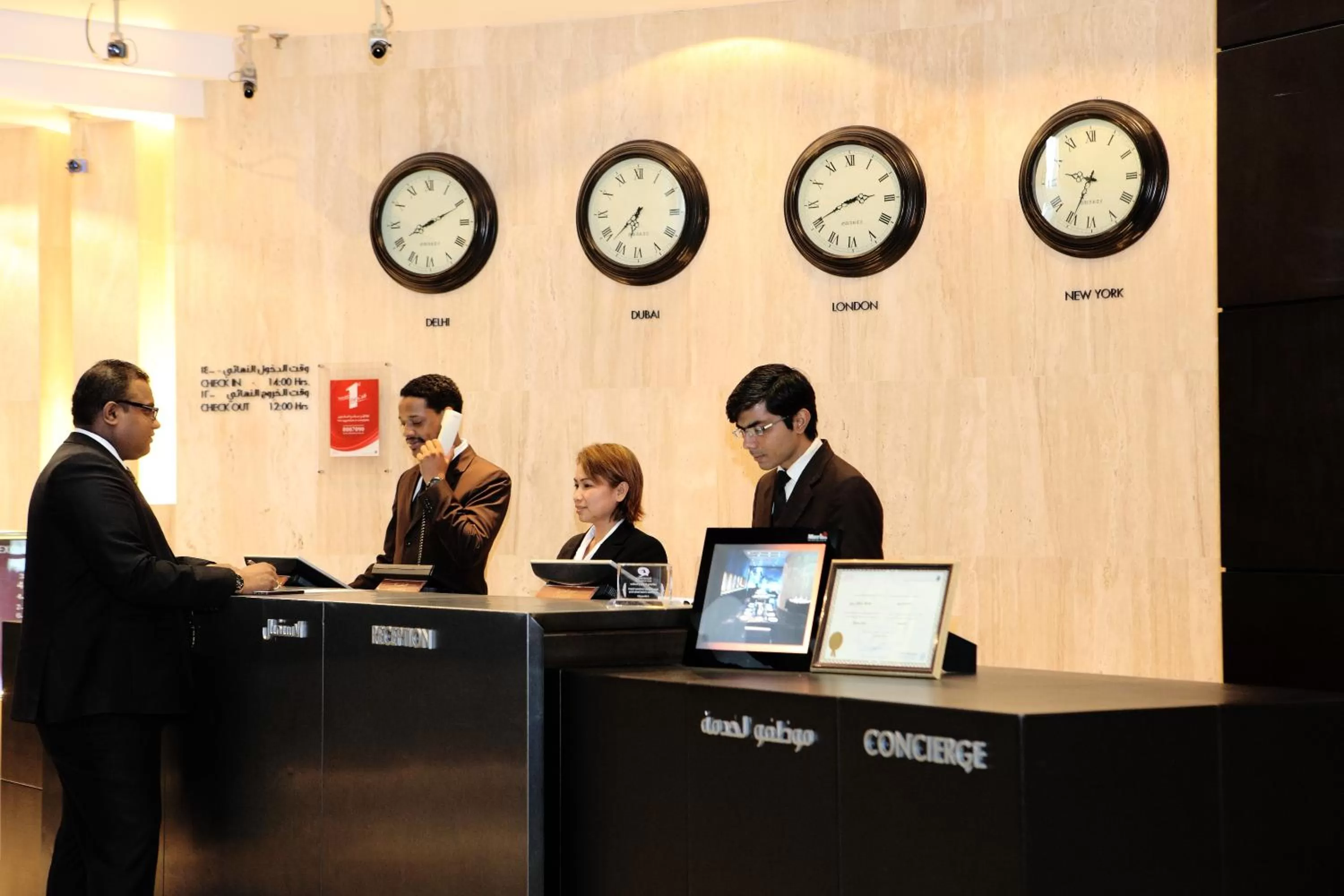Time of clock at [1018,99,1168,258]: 9:34
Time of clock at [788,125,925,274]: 2:40
